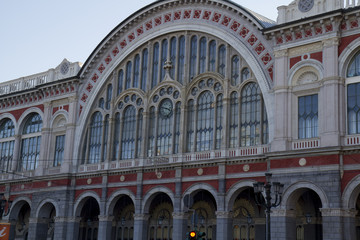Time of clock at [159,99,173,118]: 3:47
